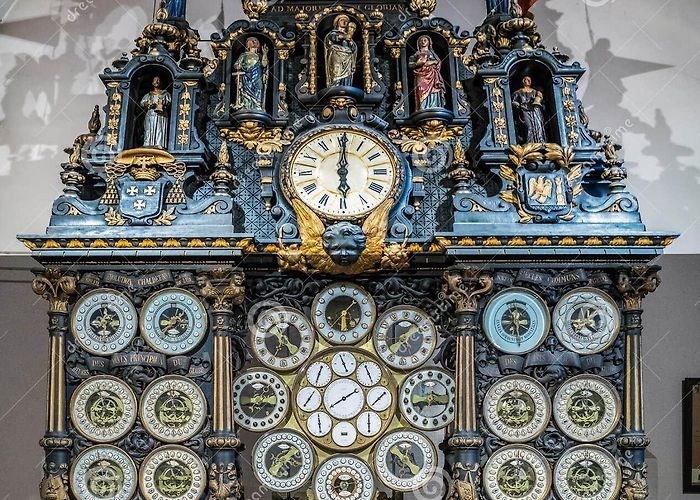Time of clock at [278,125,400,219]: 6:00
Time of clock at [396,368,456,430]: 8:16
